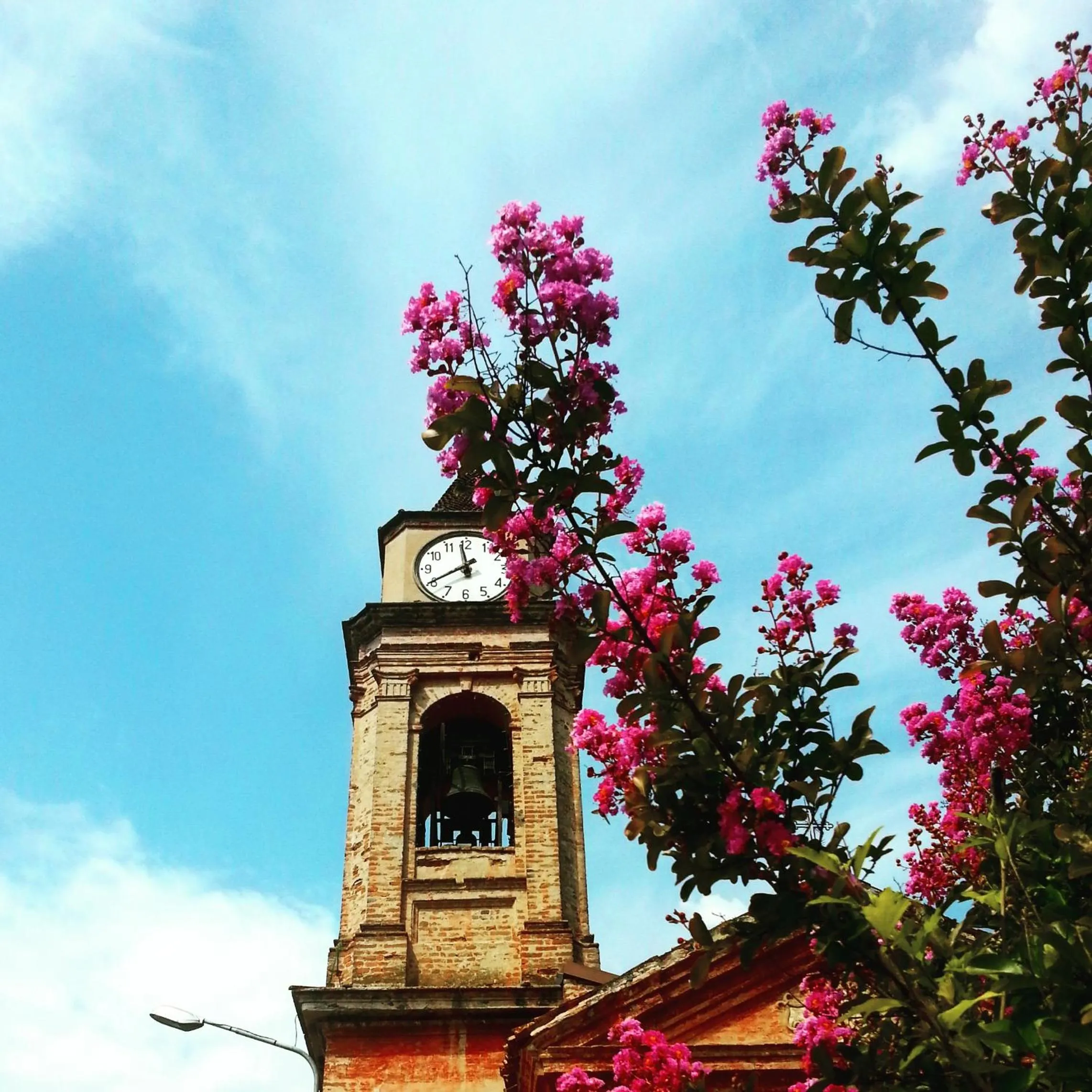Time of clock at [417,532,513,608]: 11:40
